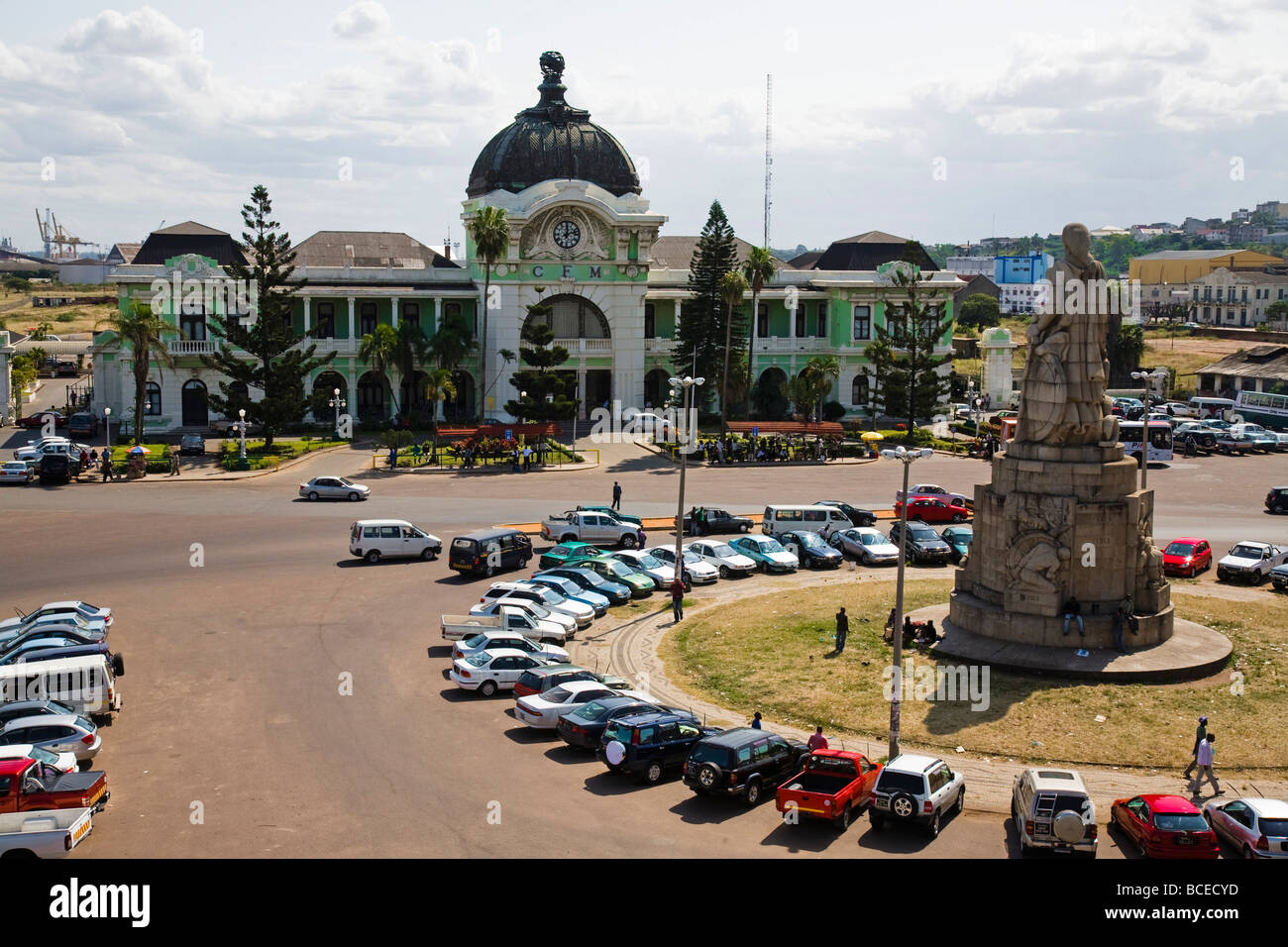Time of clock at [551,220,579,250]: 12:12
